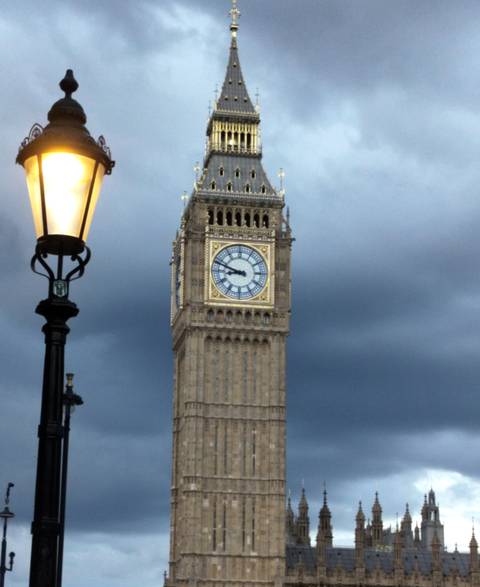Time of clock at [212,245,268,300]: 8:48
